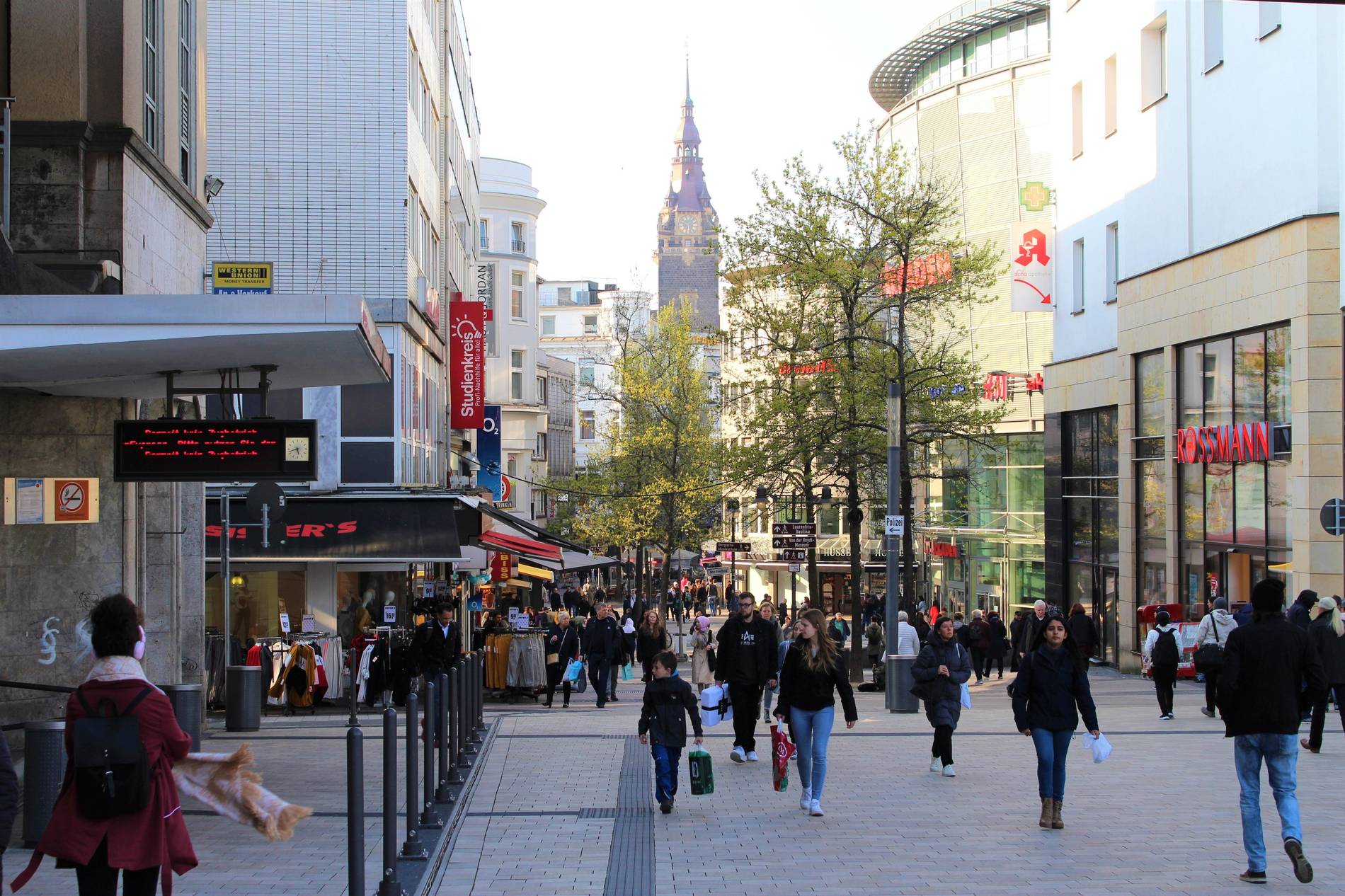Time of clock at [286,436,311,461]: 5:42
